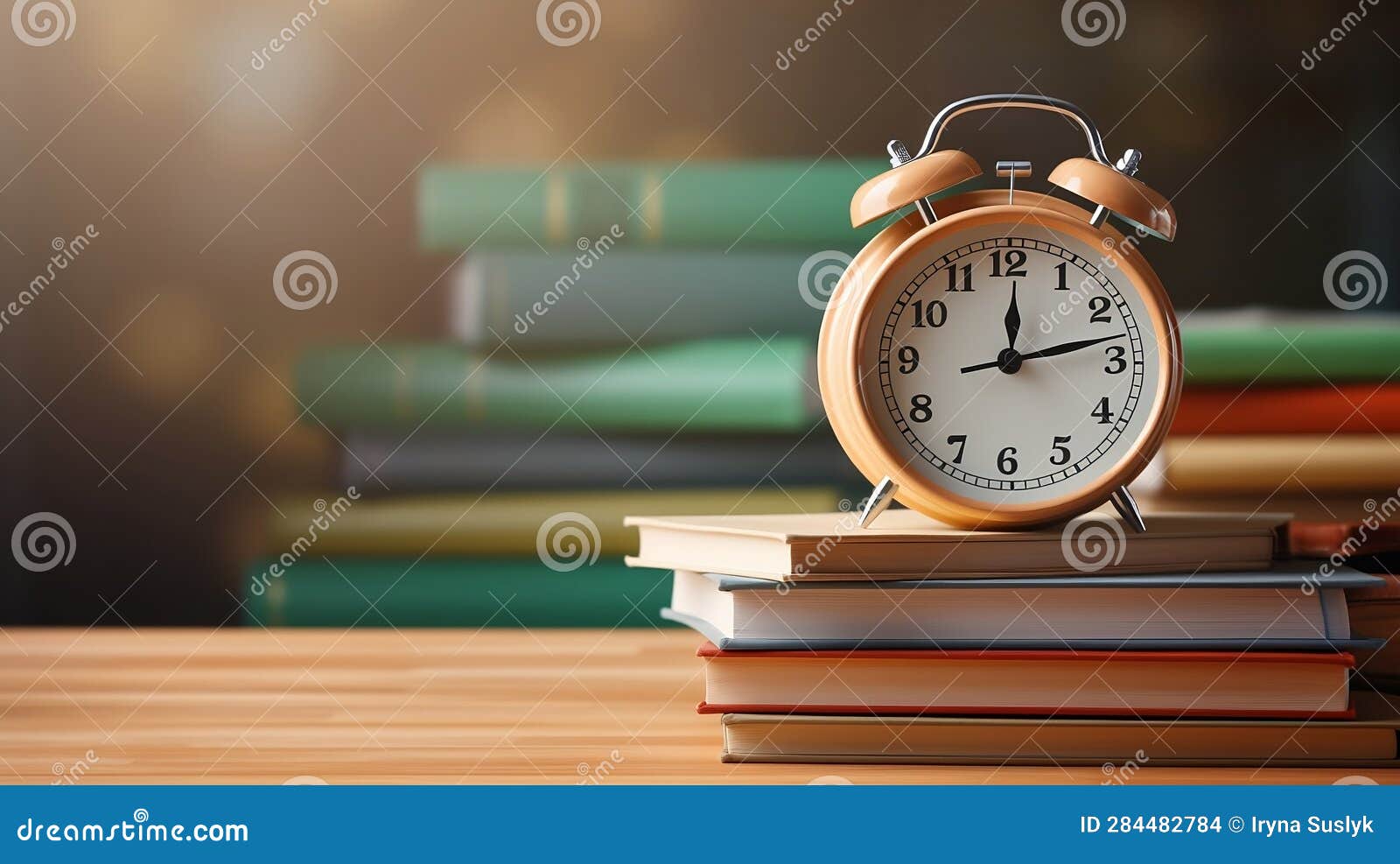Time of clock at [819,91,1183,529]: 12:12
